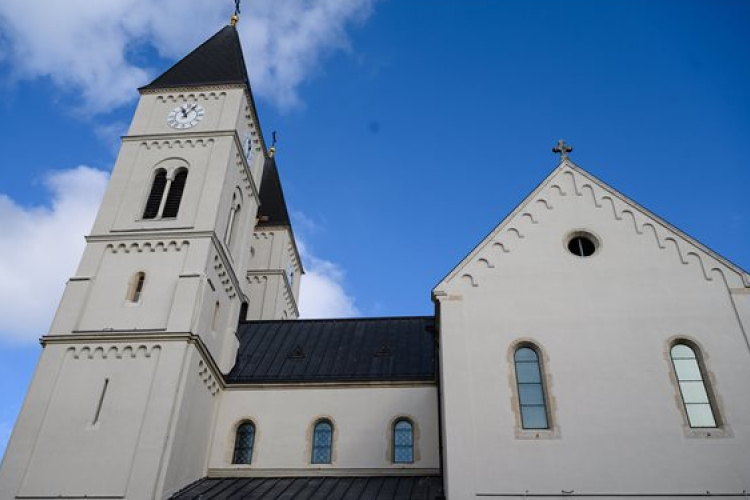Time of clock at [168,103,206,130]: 11:07
